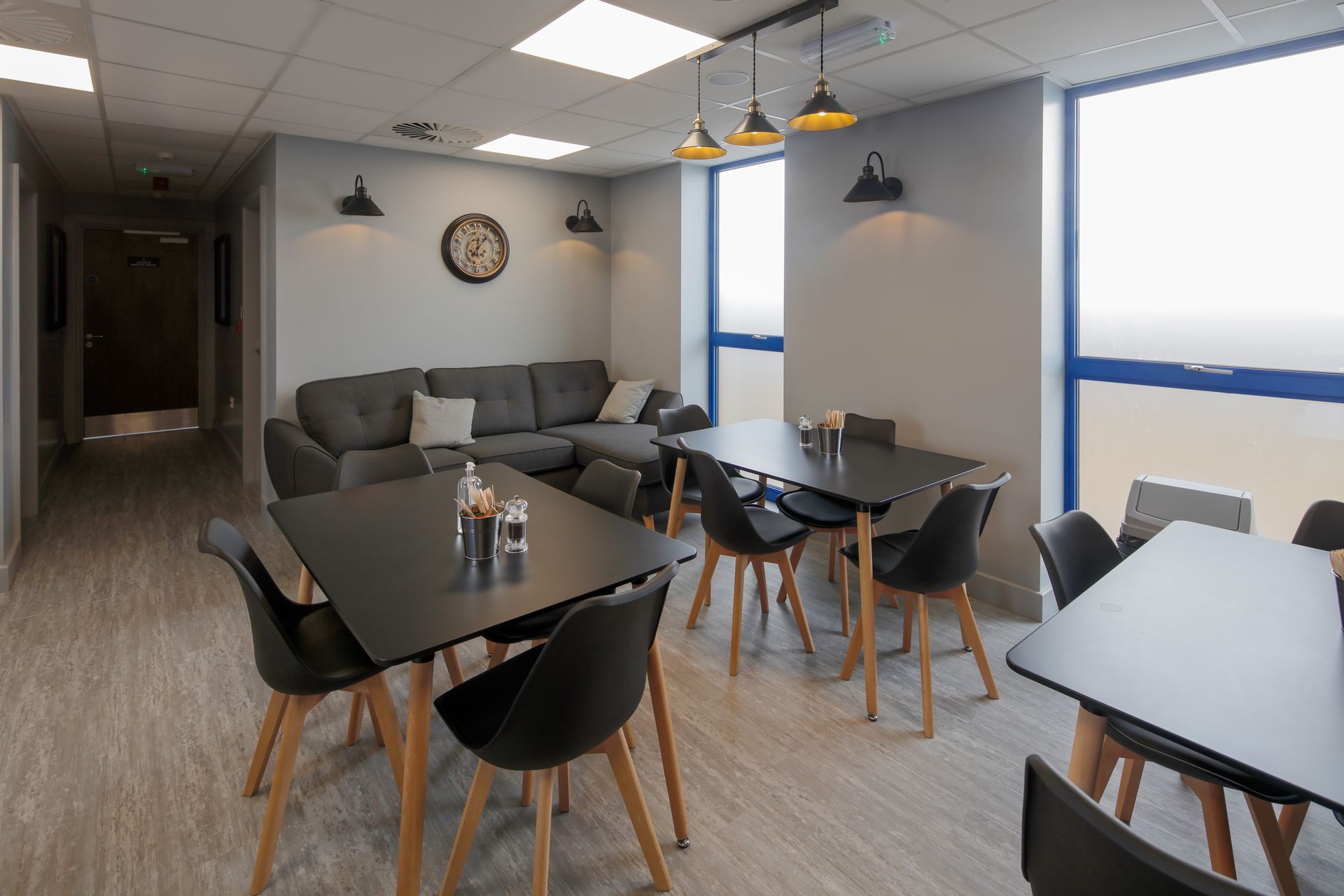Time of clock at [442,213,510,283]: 12:06
